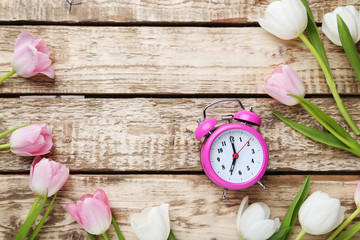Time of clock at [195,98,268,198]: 7:00
